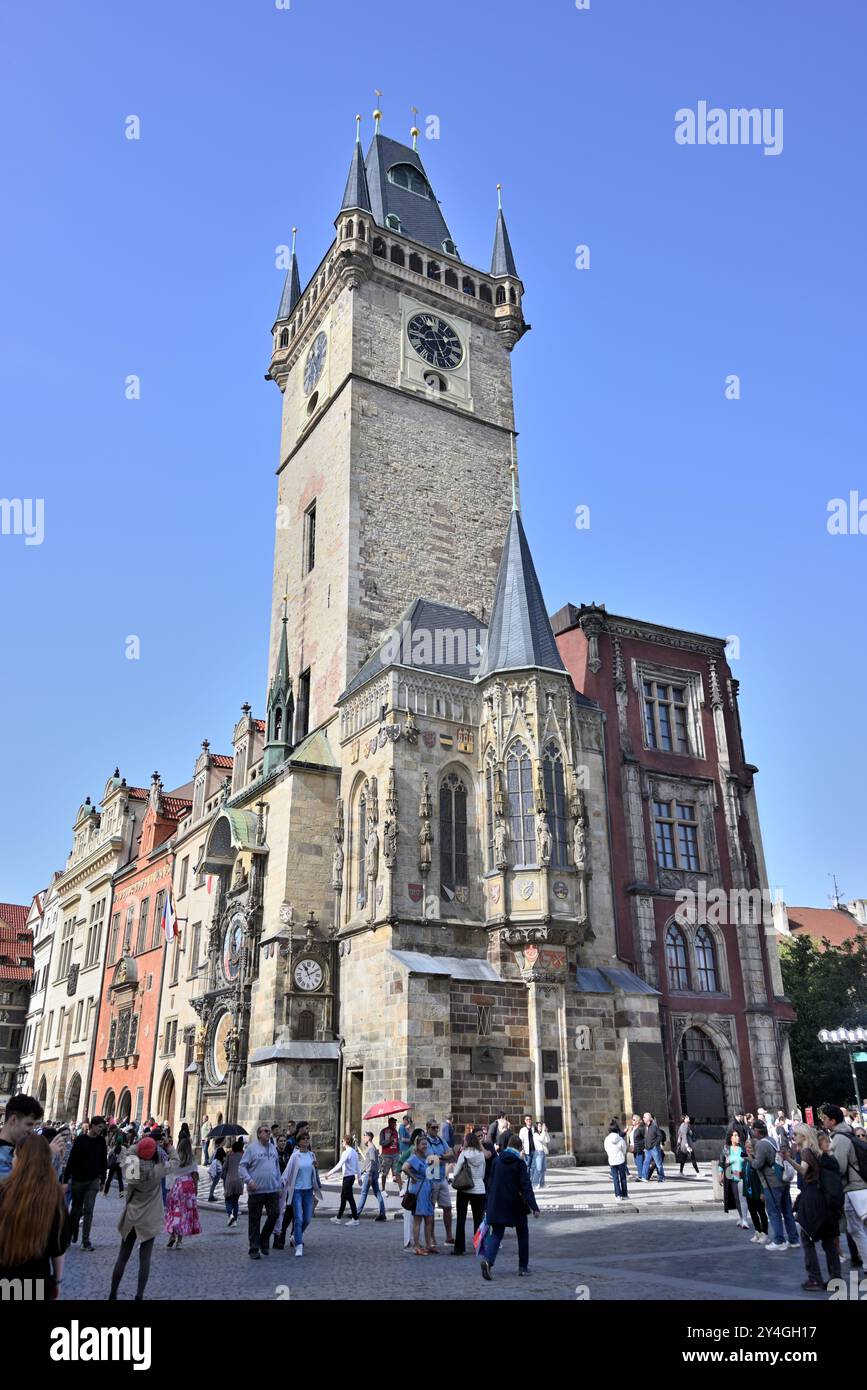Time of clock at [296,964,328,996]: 11:10
